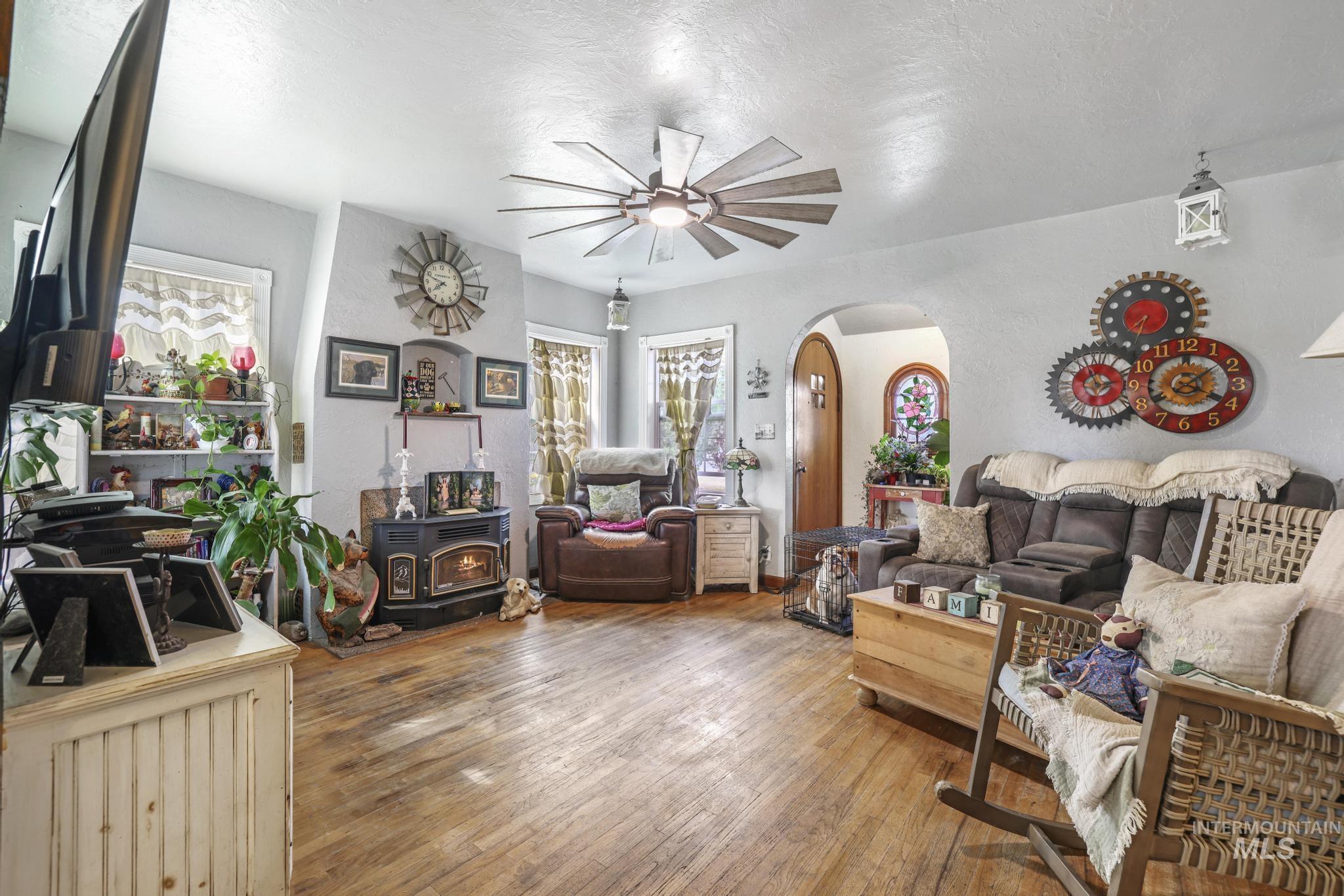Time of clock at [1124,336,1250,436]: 4:07
